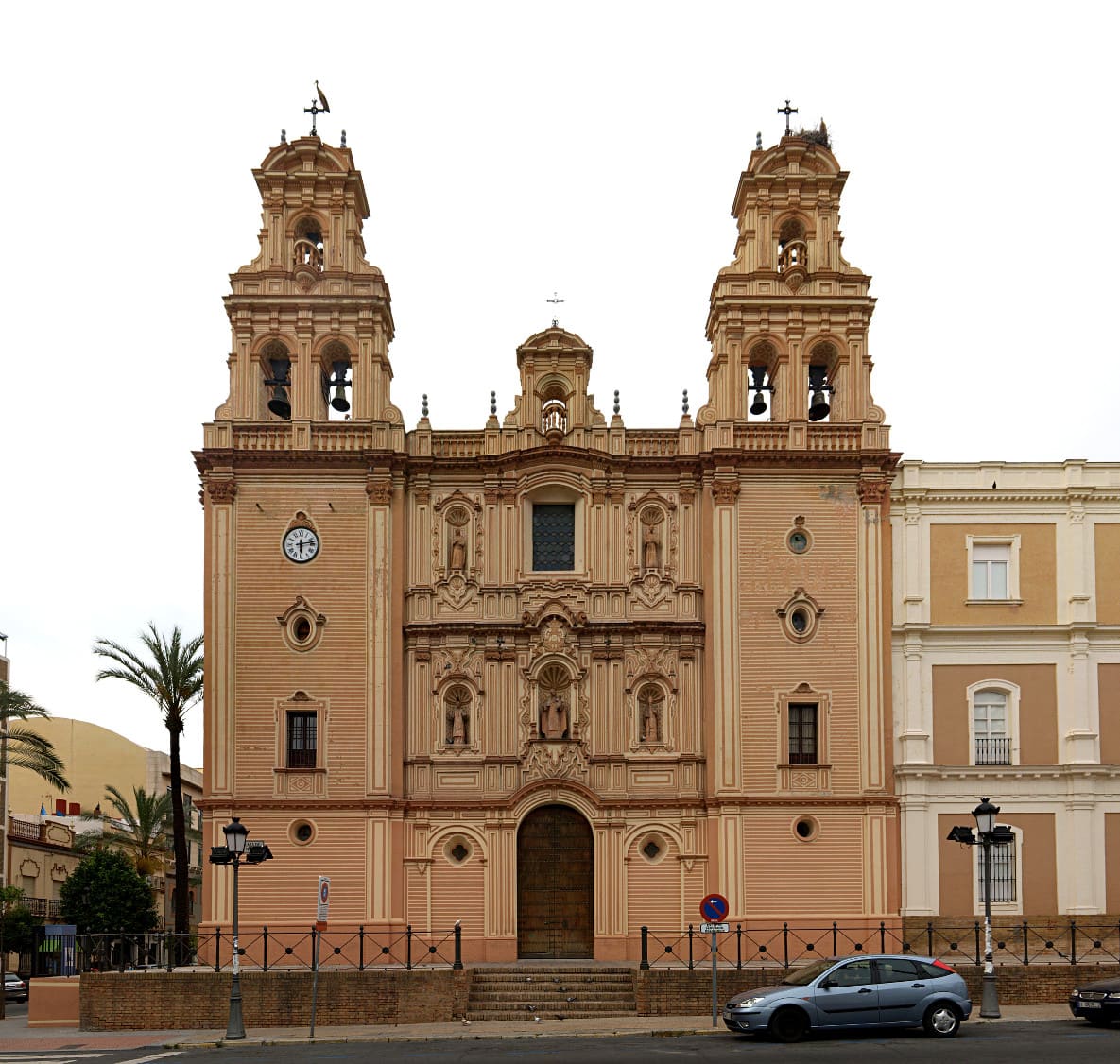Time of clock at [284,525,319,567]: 6:13
